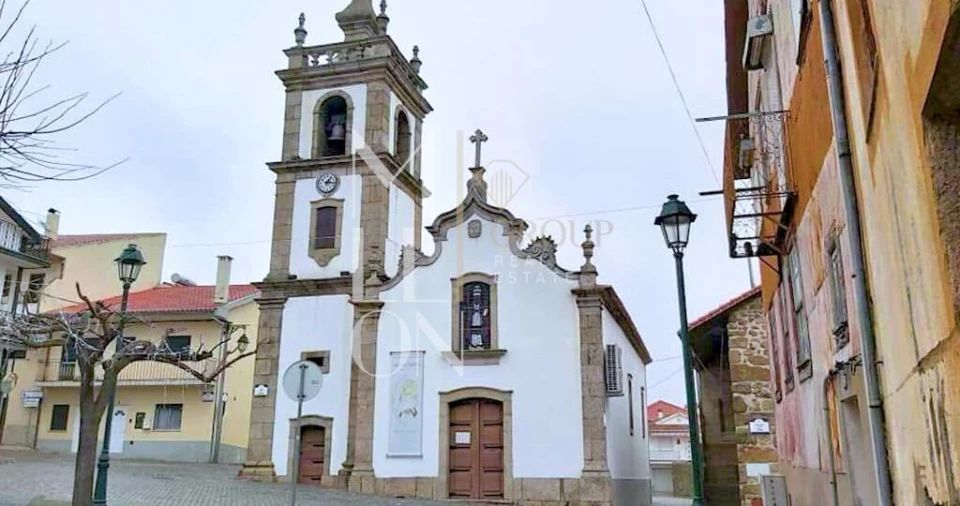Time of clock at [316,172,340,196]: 1:16
